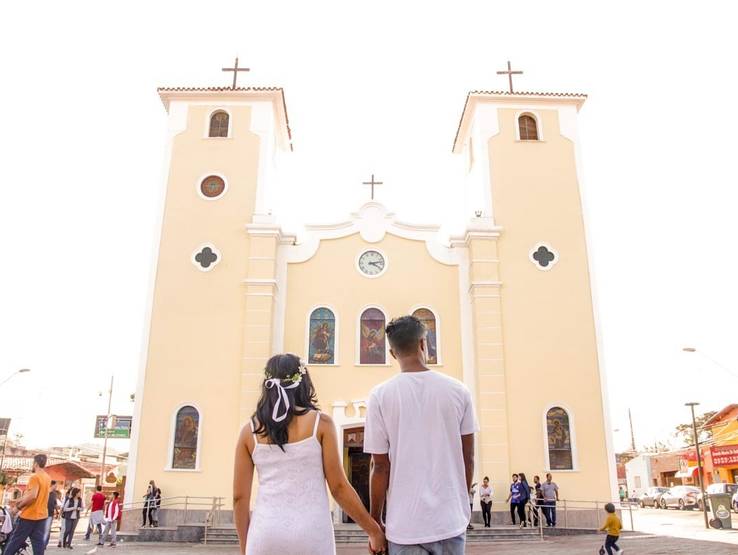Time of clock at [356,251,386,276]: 3:12
